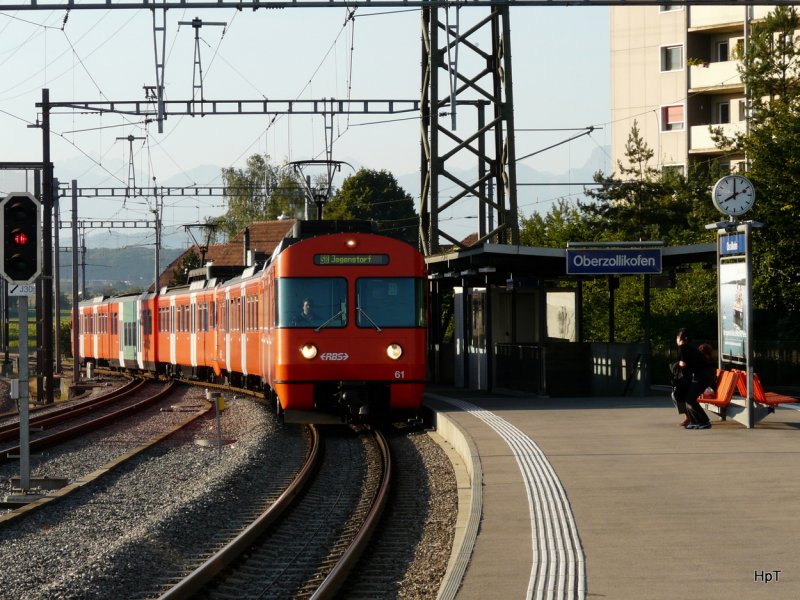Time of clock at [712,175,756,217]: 8:00
